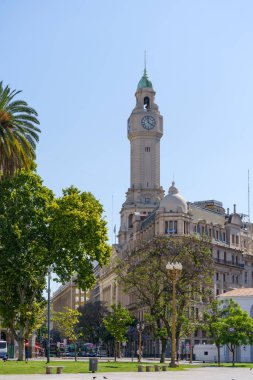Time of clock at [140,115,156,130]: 3:58
